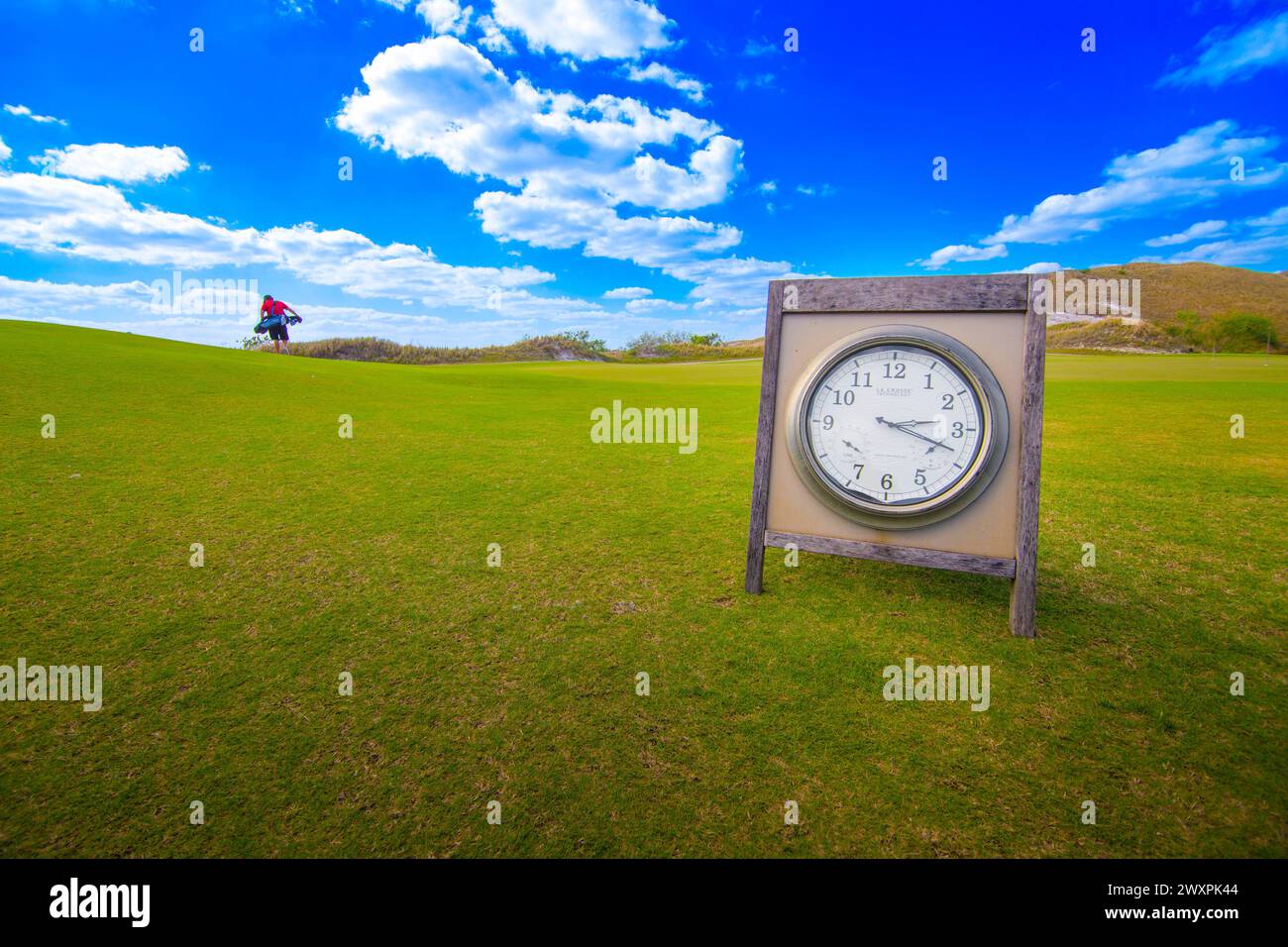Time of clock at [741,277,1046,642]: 3:18
